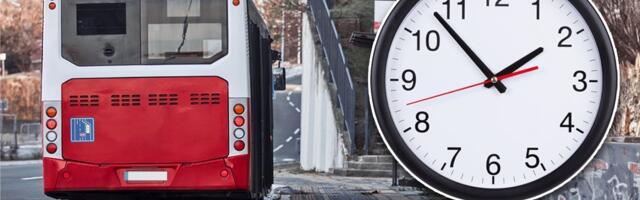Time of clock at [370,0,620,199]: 1:52
